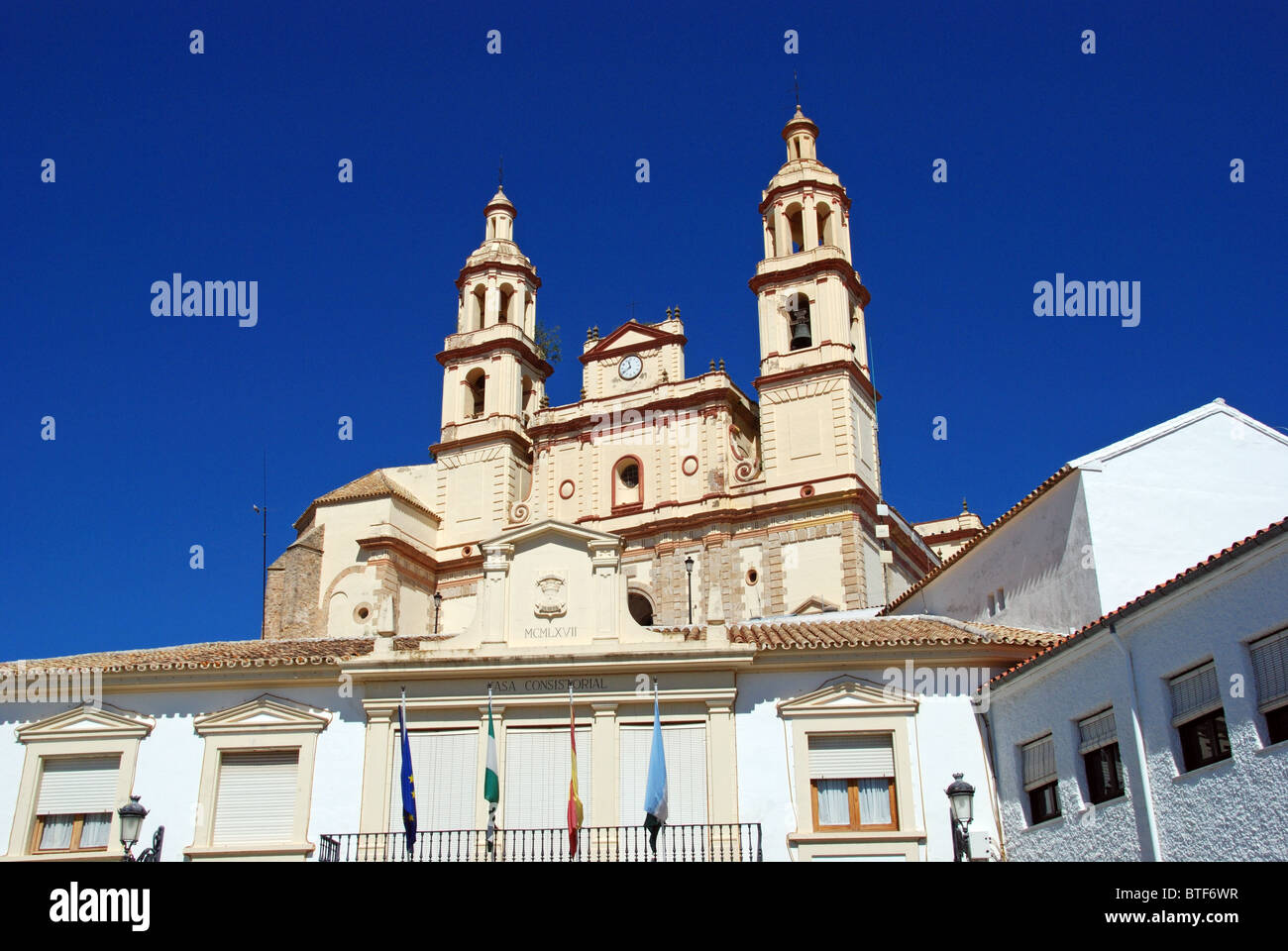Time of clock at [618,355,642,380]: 11:40
